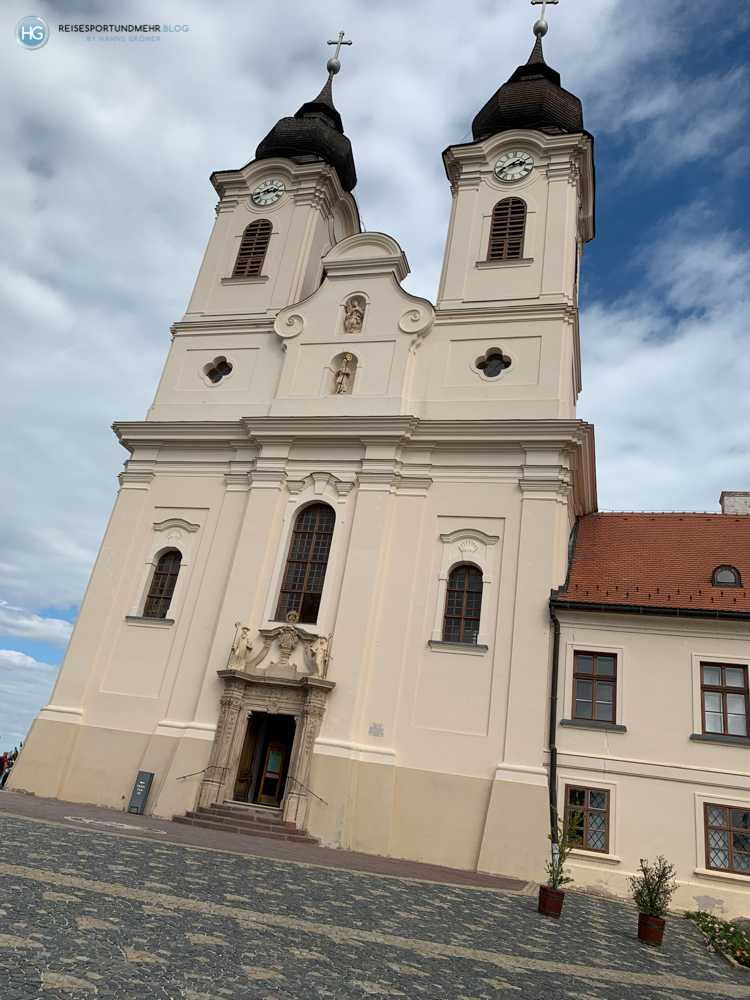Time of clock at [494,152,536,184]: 2:40
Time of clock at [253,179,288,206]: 2:42
